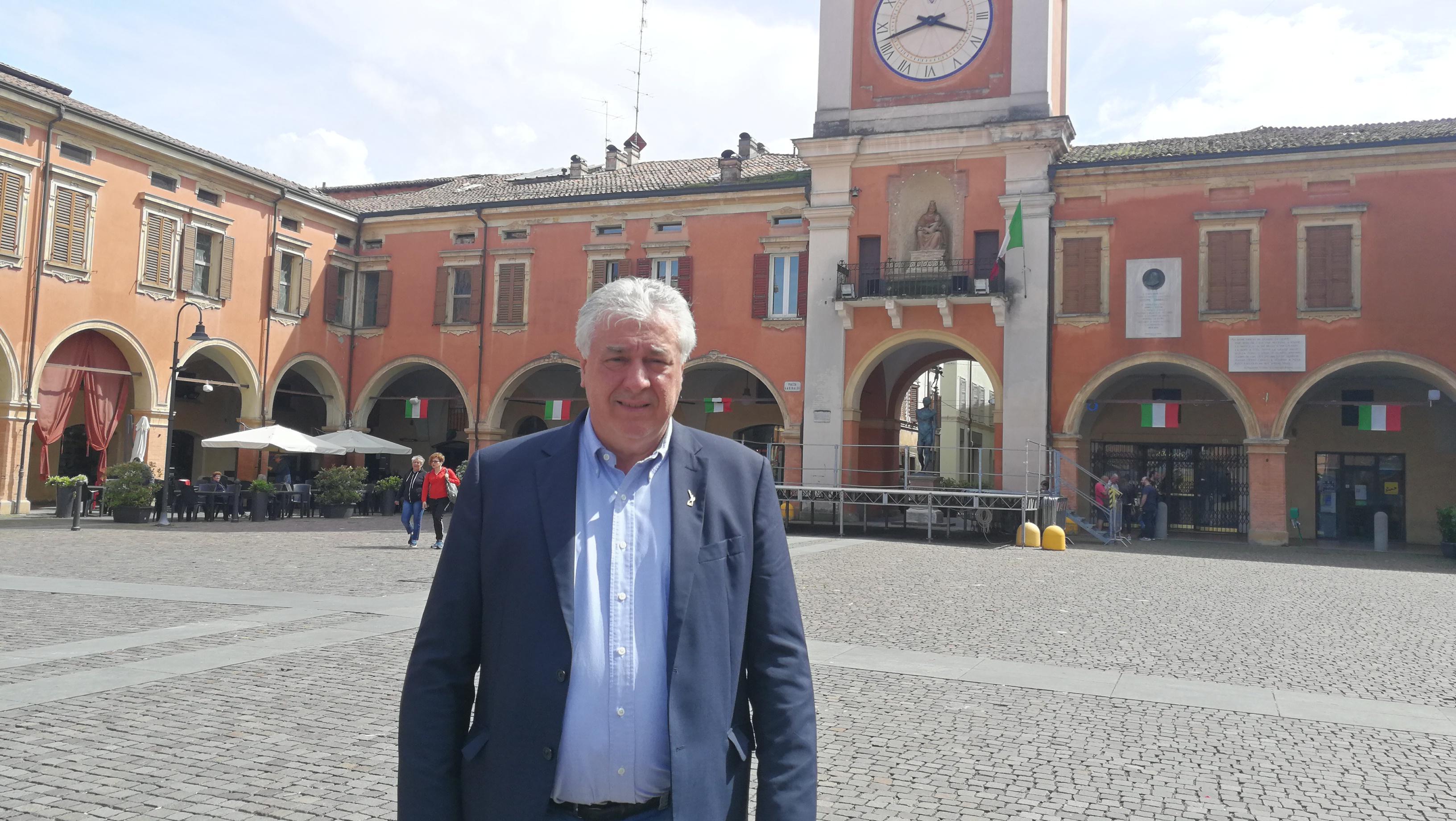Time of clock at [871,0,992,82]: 3:42
